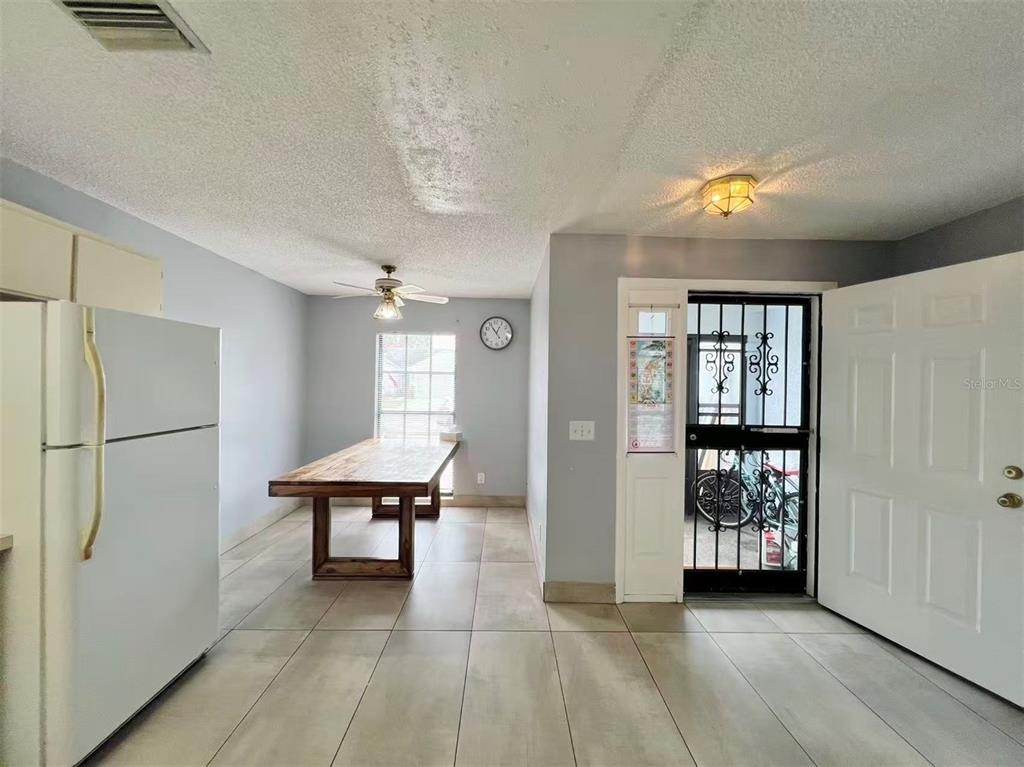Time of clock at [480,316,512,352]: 12:54
